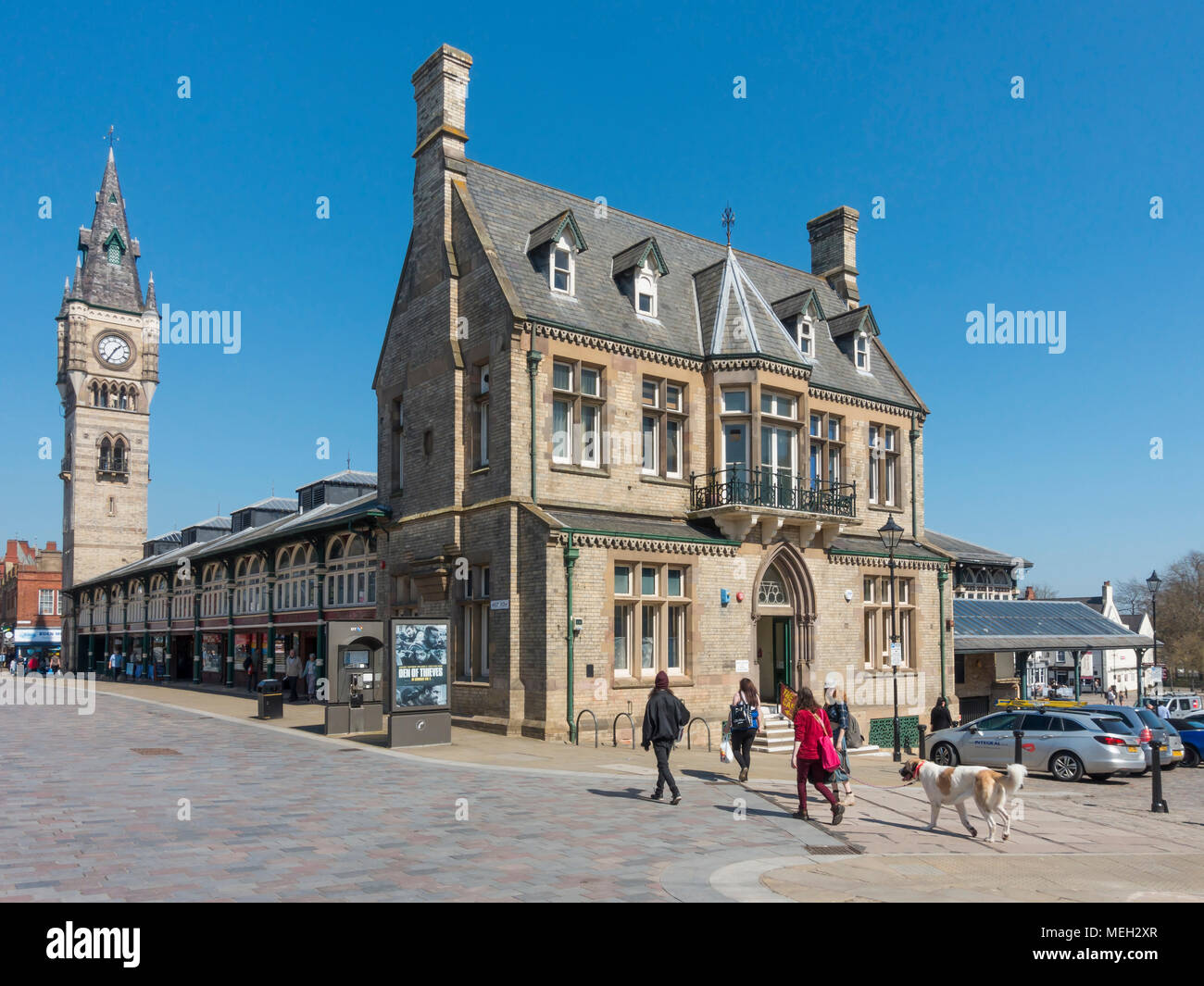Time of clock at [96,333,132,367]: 1:35
